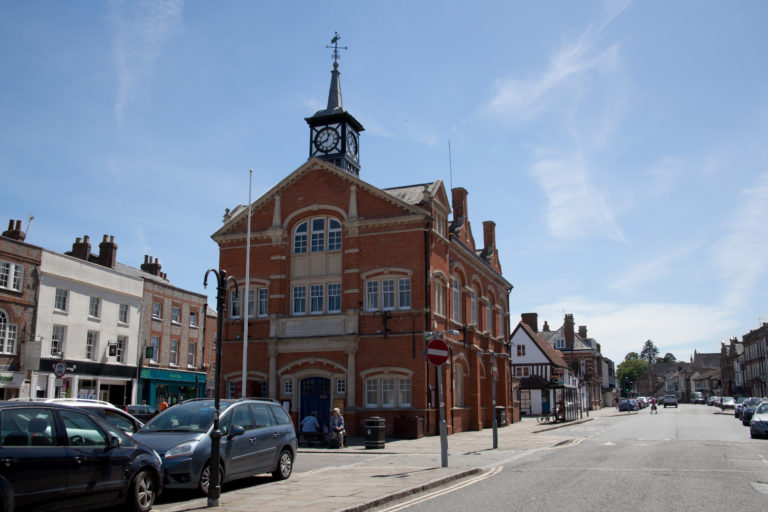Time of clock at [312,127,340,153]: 12:41
